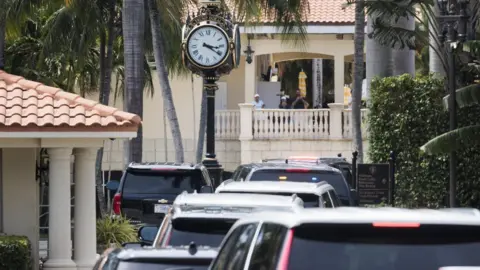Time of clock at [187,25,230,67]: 3:20
